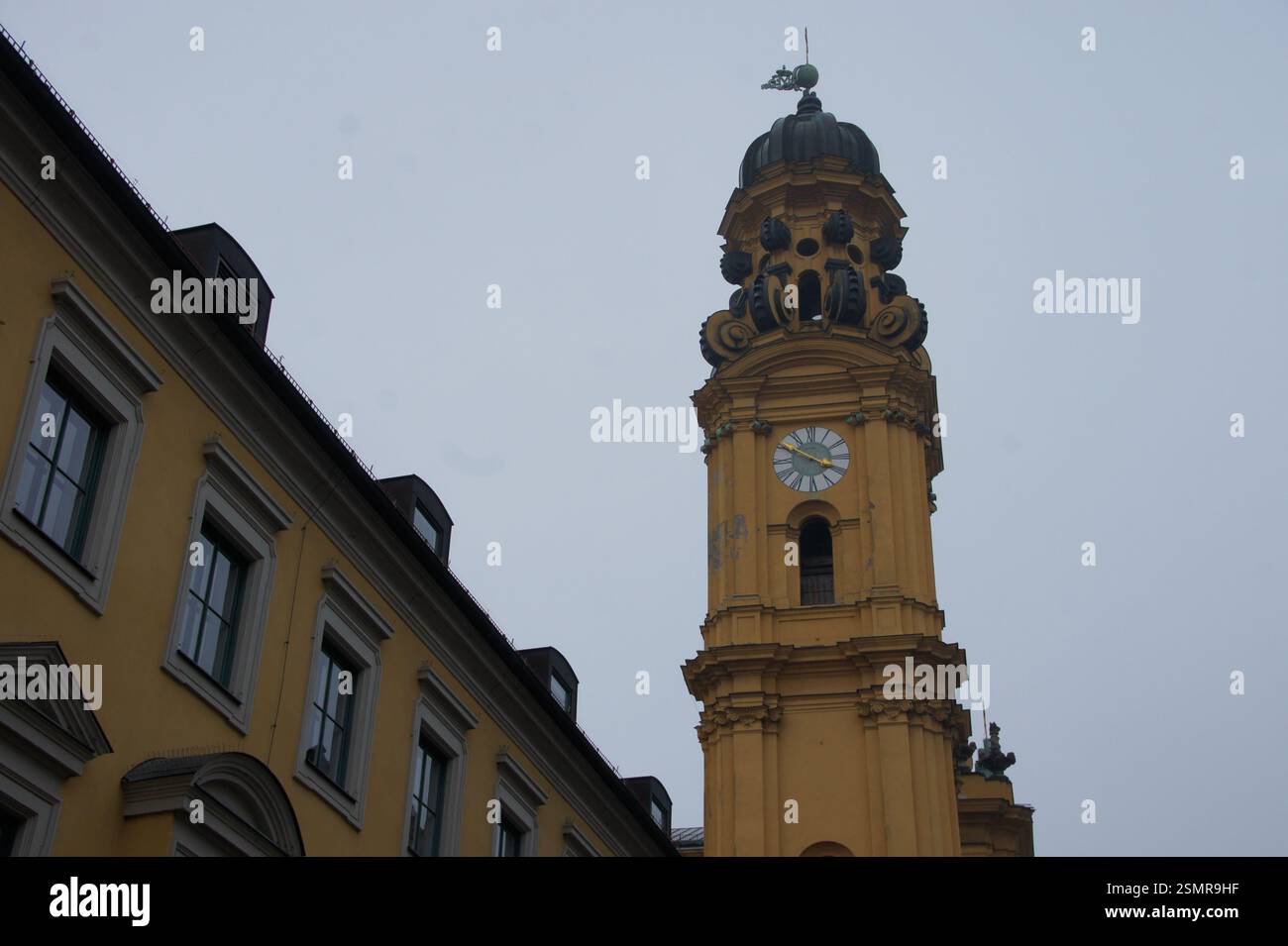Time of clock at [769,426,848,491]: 3:49
